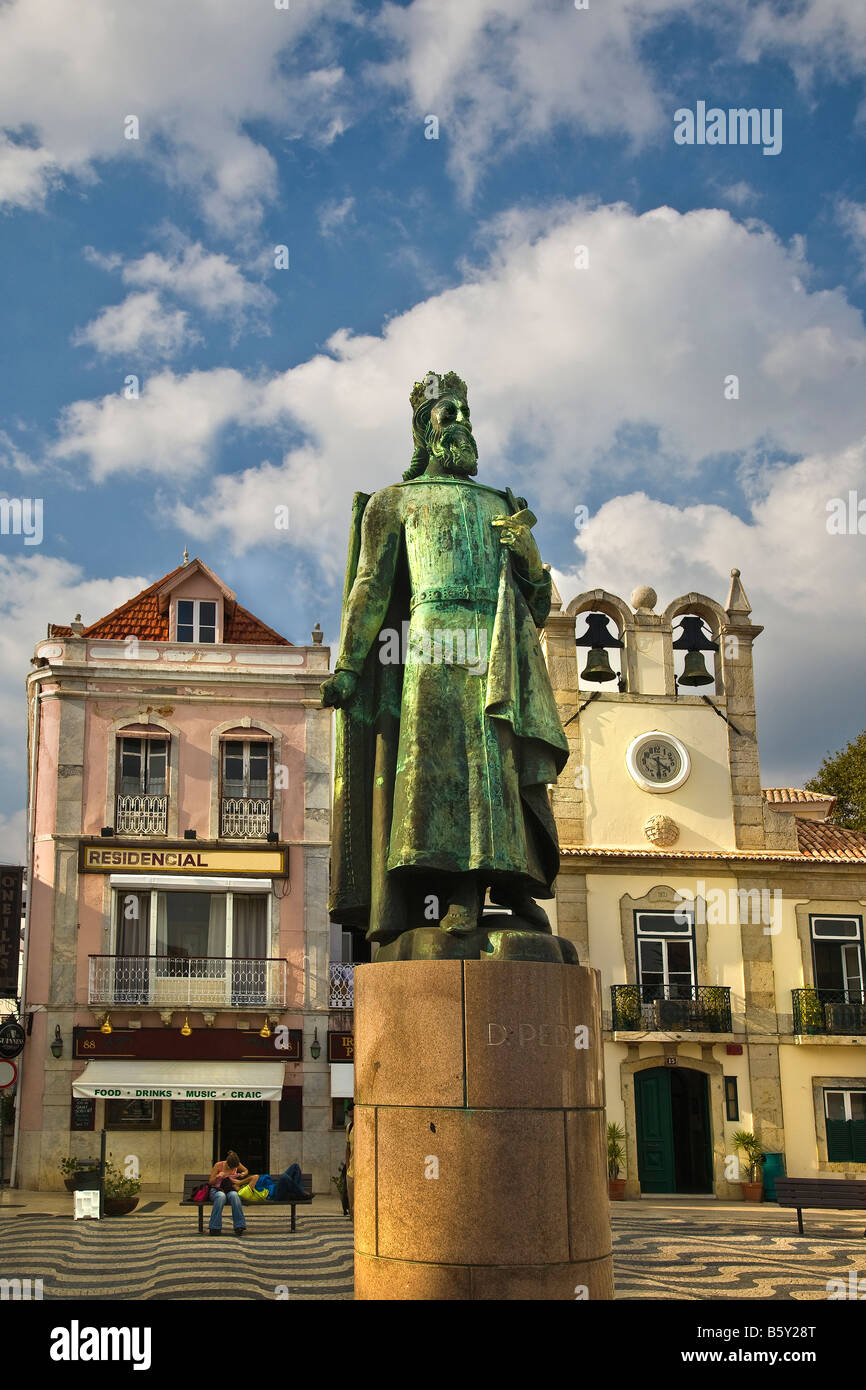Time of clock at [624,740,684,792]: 4:29
